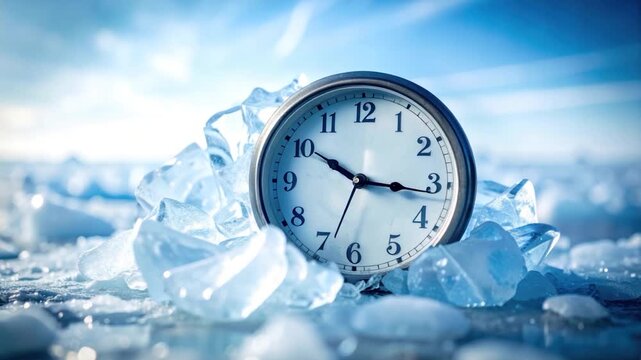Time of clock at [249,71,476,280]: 10:16
